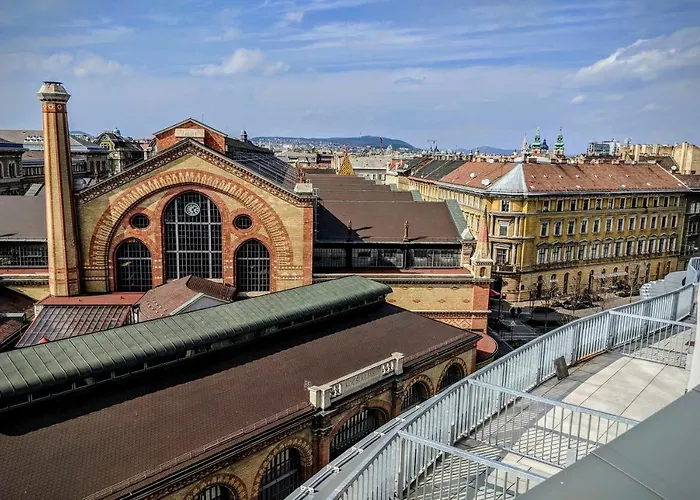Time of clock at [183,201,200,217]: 1:26
